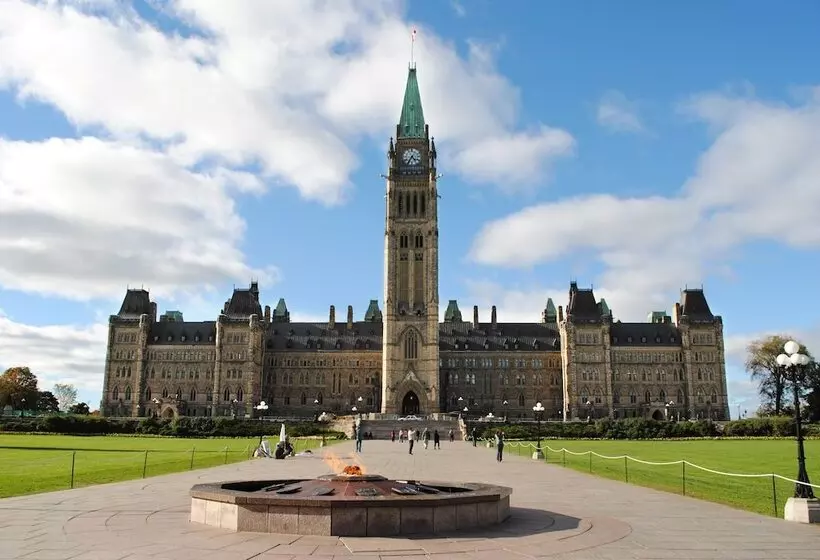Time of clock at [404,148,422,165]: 4:35
